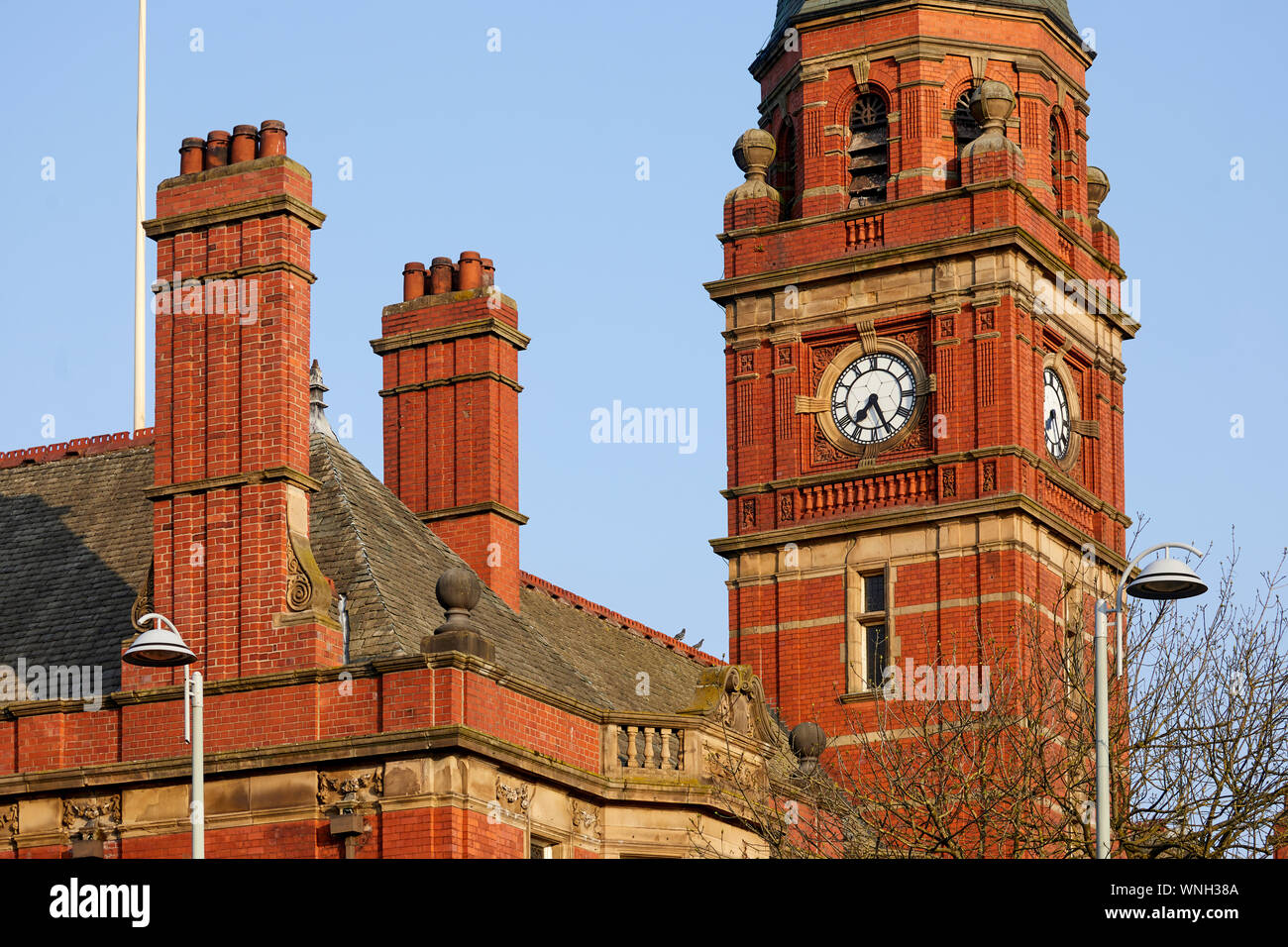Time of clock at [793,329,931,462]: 7:25
